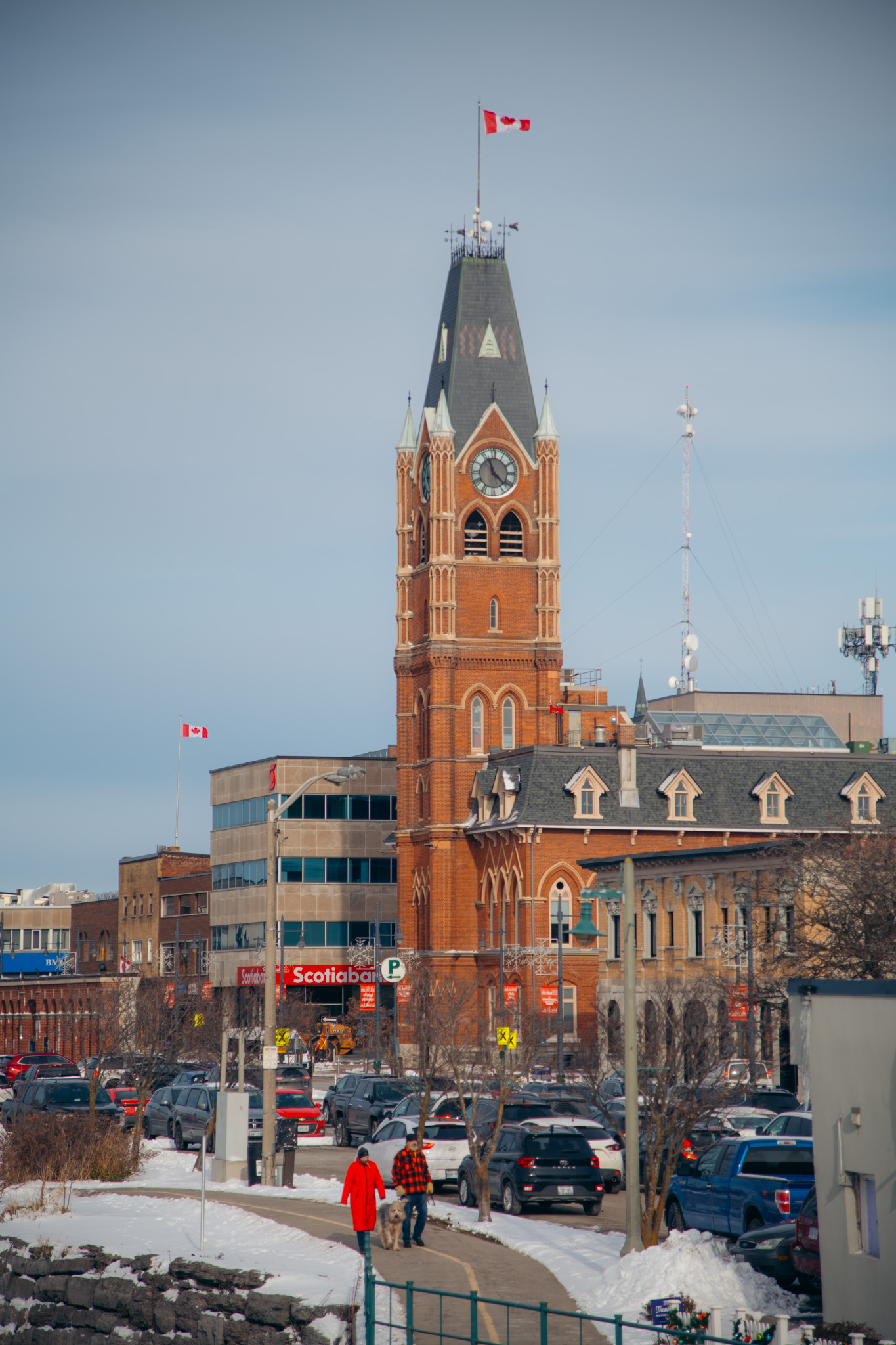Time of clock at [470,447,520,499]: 11:21
